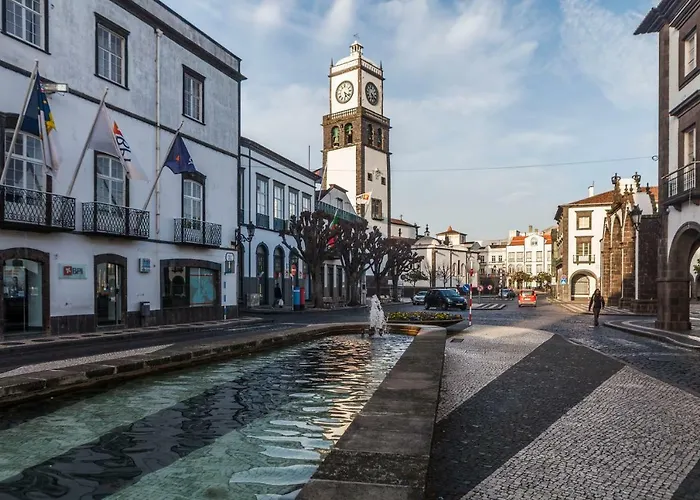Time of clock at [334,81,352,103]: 5:21
